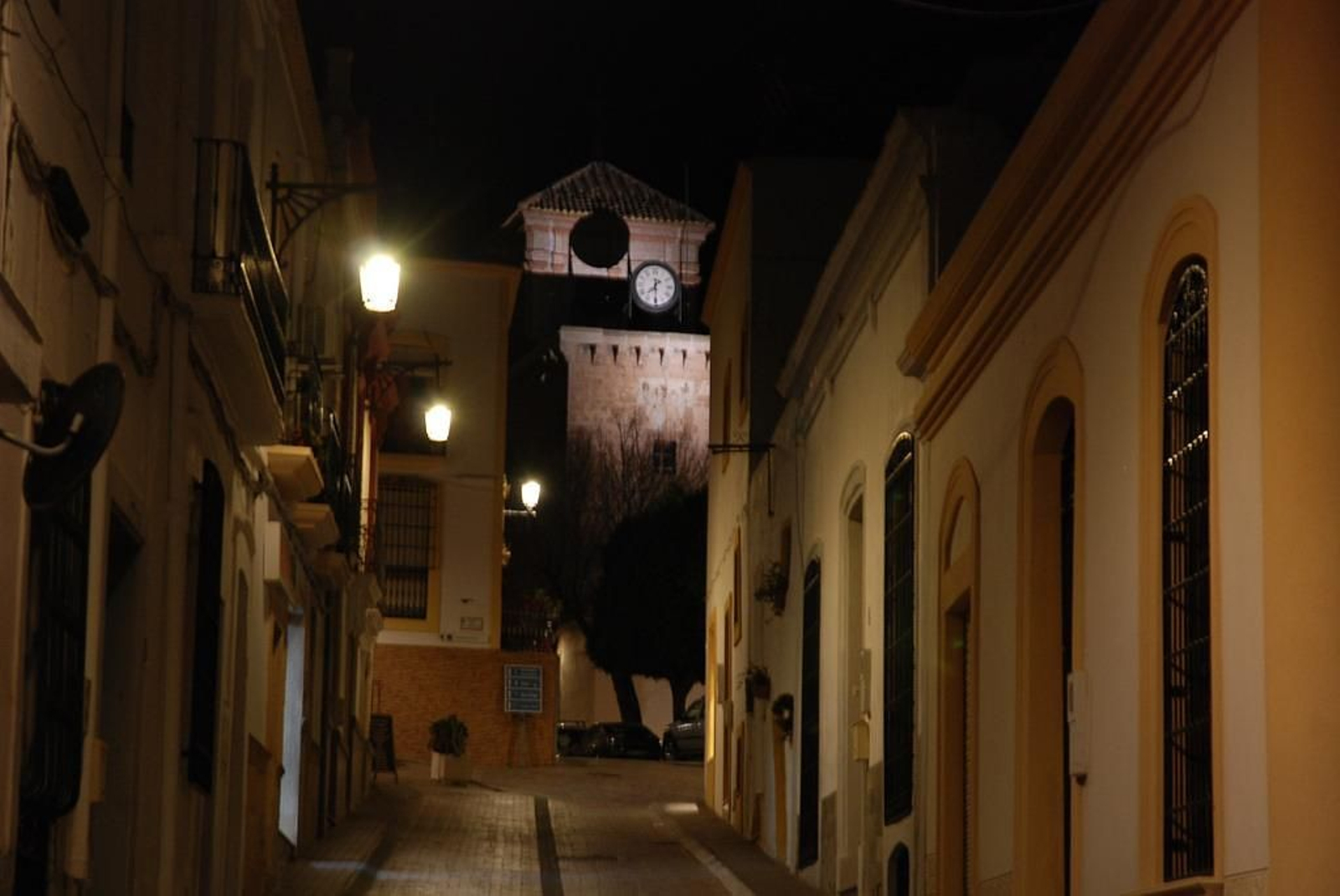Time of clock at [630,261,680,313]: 7:29
